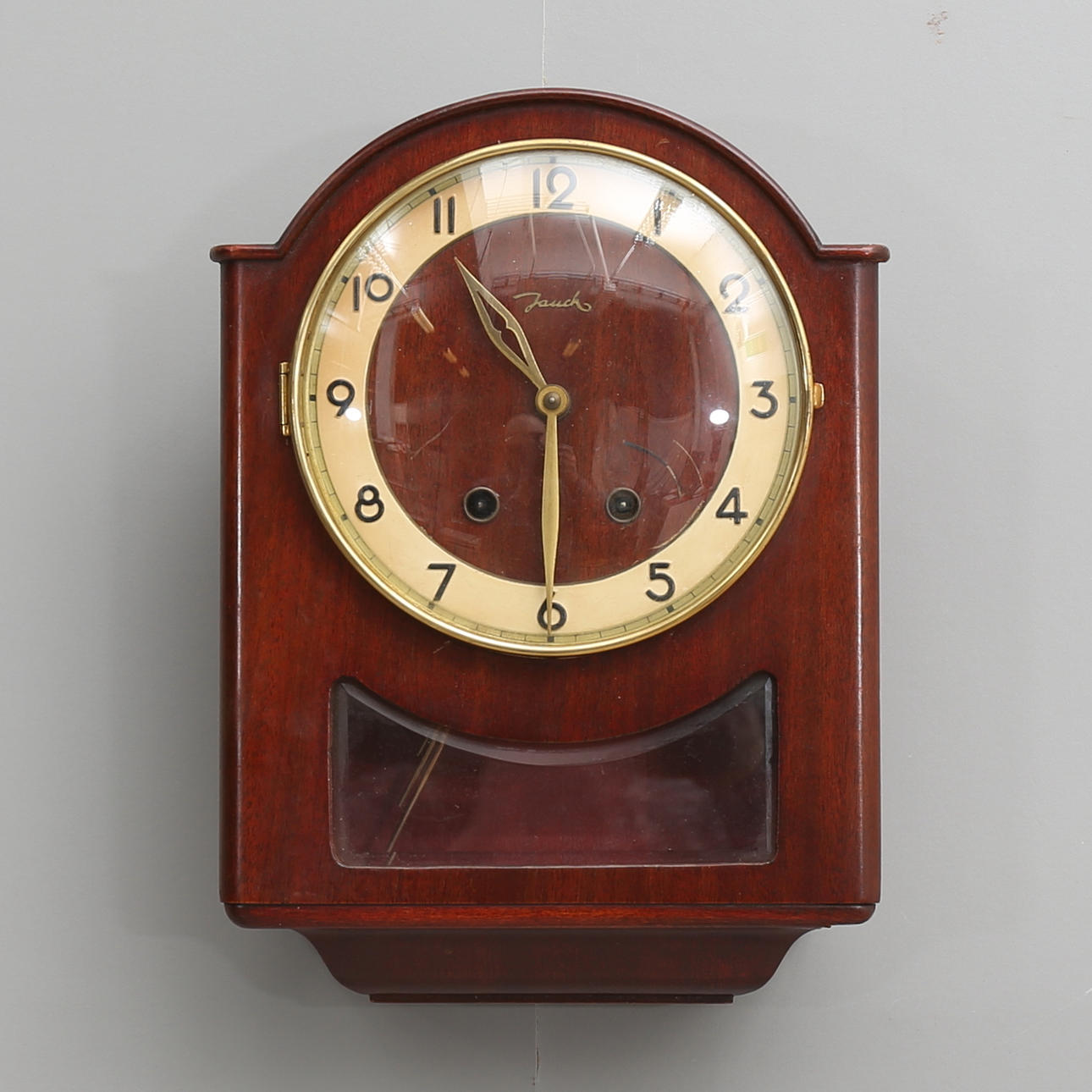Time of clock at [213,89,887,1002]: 10:30
